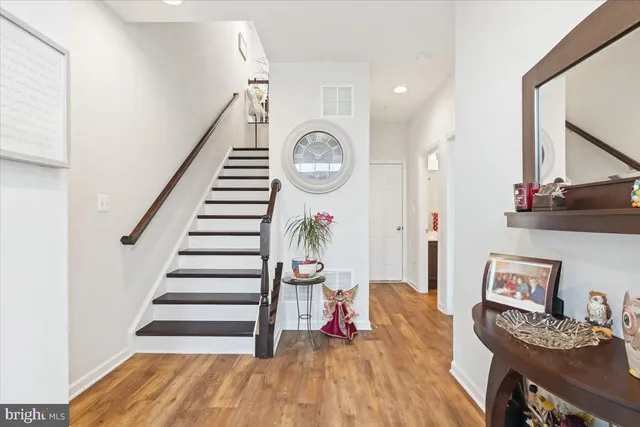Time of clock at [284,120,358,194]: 1:50
